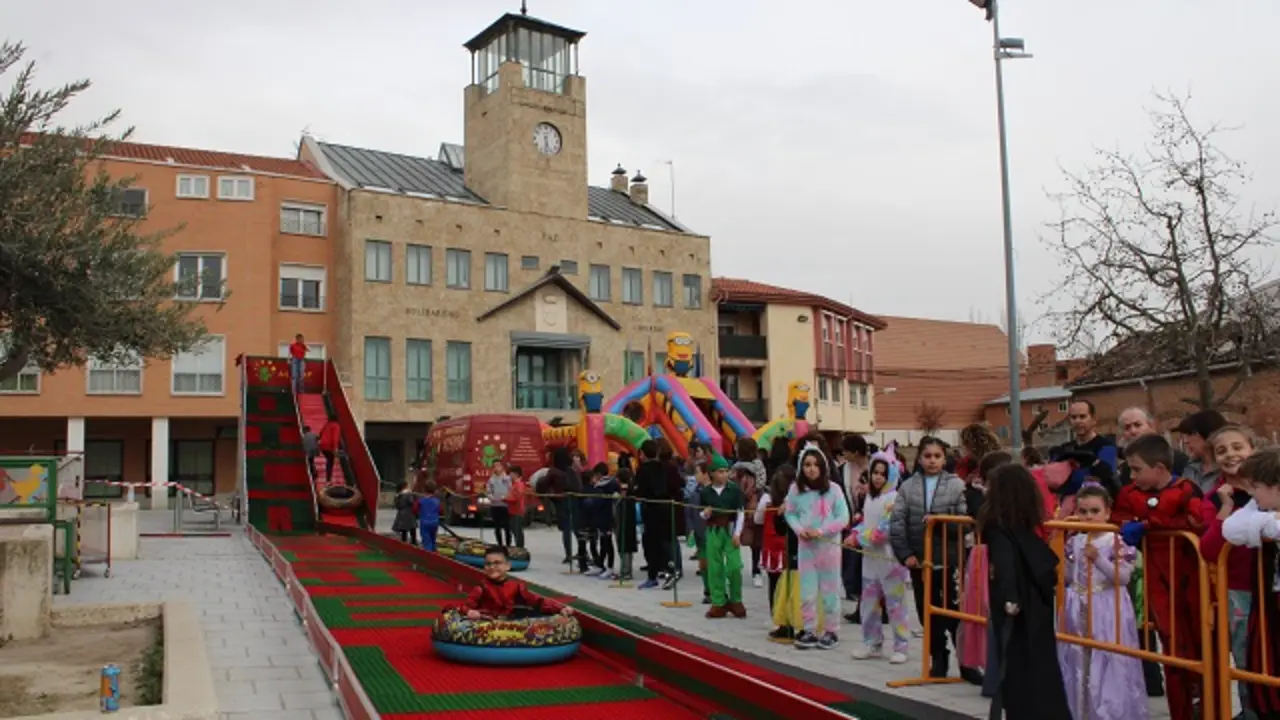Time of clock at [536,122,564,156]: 5:31
